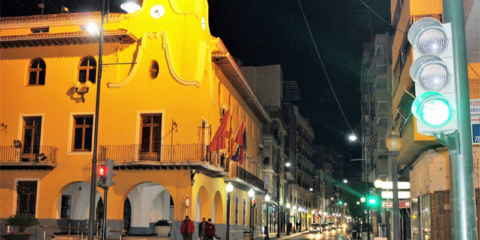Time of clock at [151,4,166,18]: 8:24
